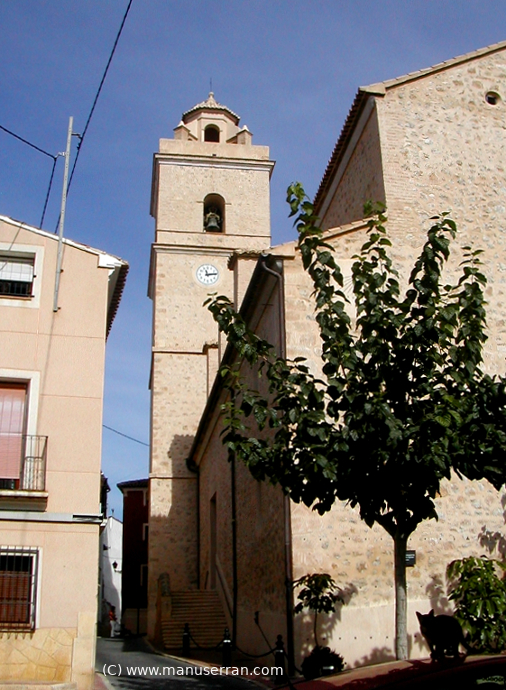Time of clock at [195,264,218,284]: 11:13
